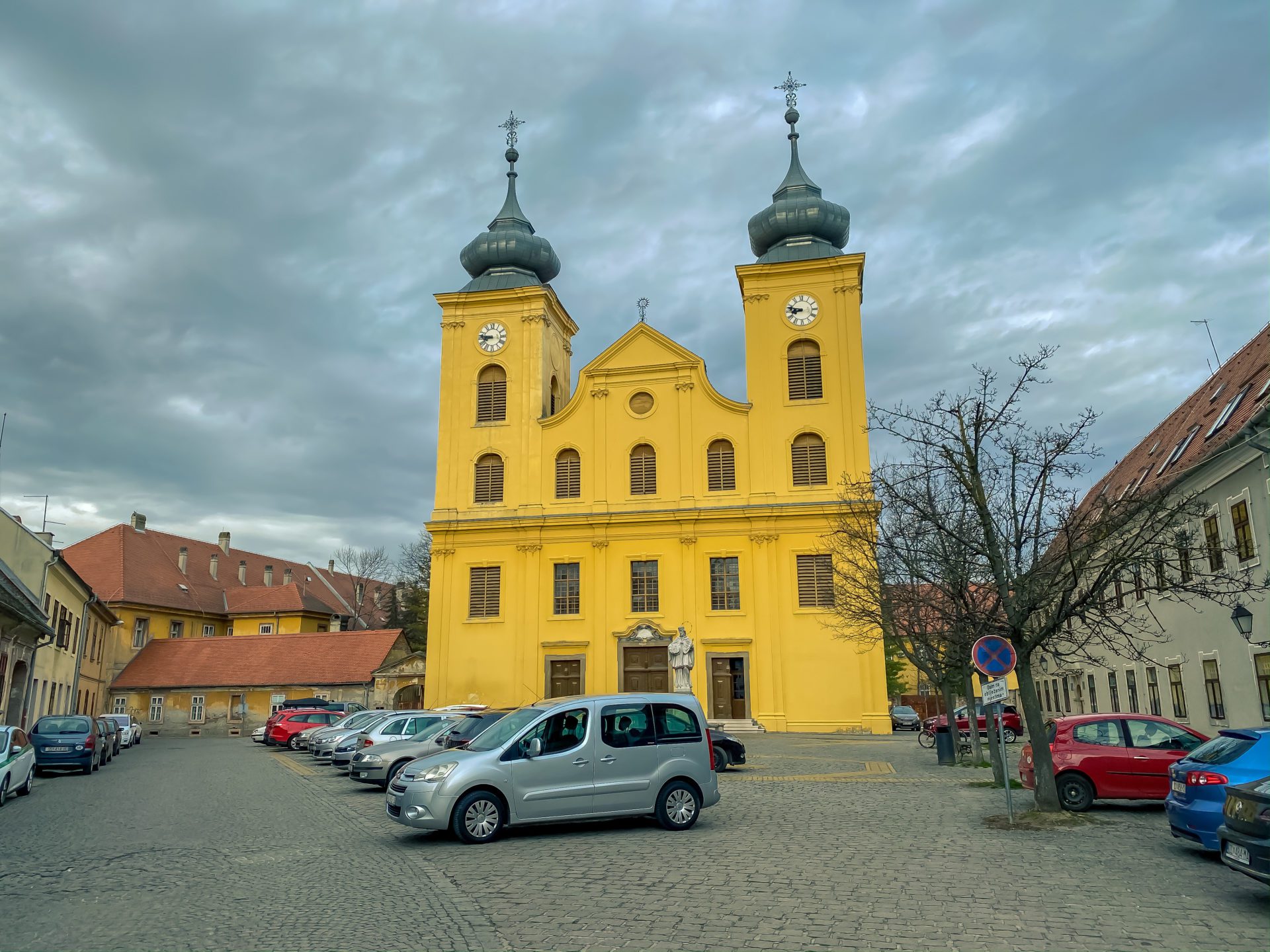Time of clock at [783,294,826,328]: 8:47
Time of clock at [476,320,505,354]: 8:46
